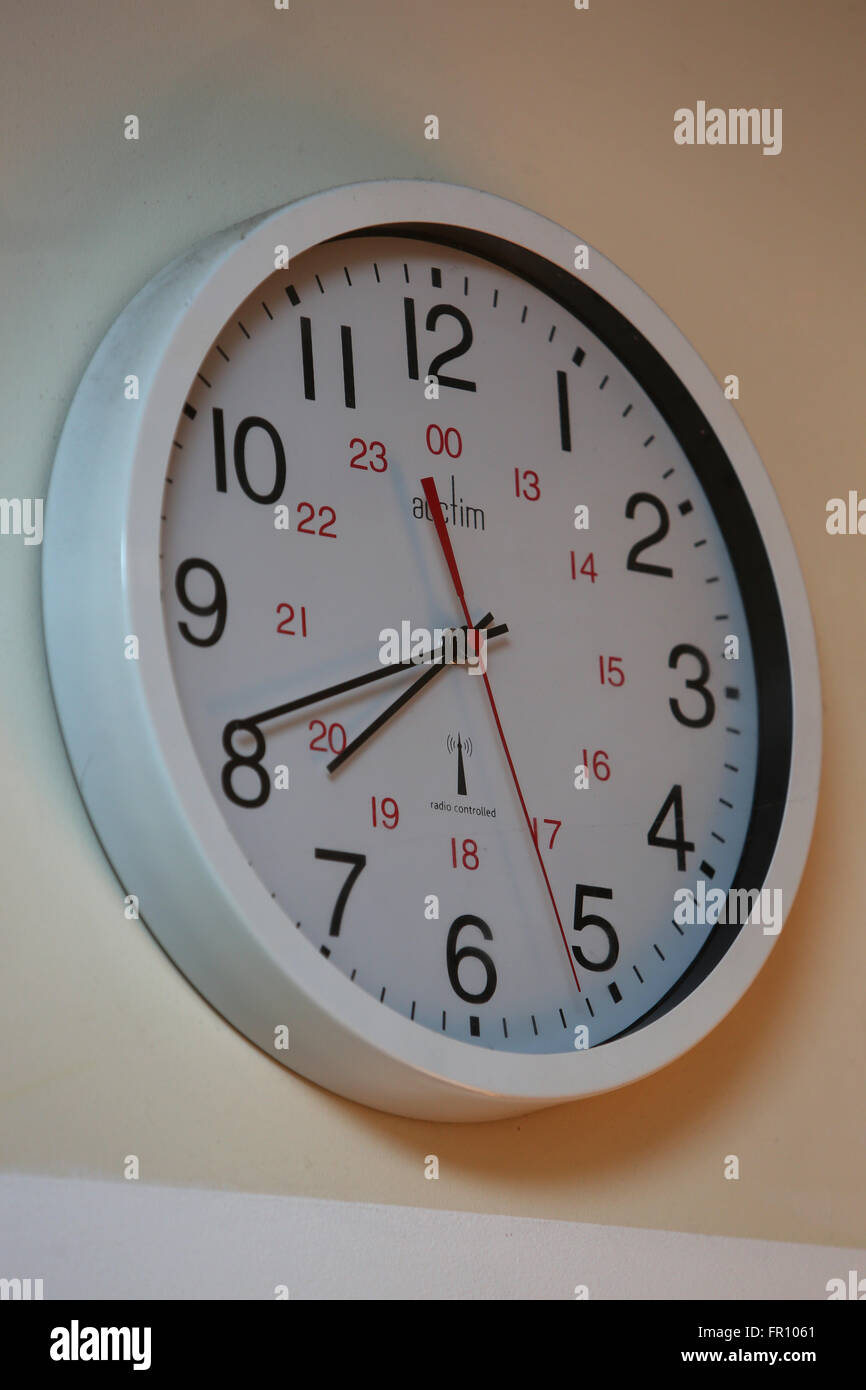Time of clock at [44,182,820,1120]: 7:41
